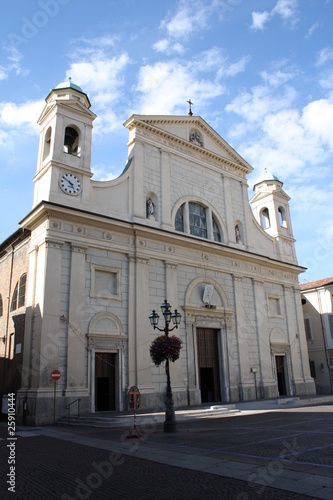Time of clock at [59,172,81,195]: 4:50
